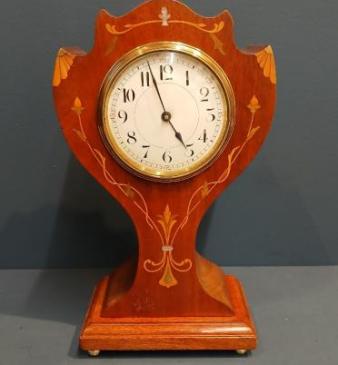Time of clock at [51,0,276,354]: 4:57
